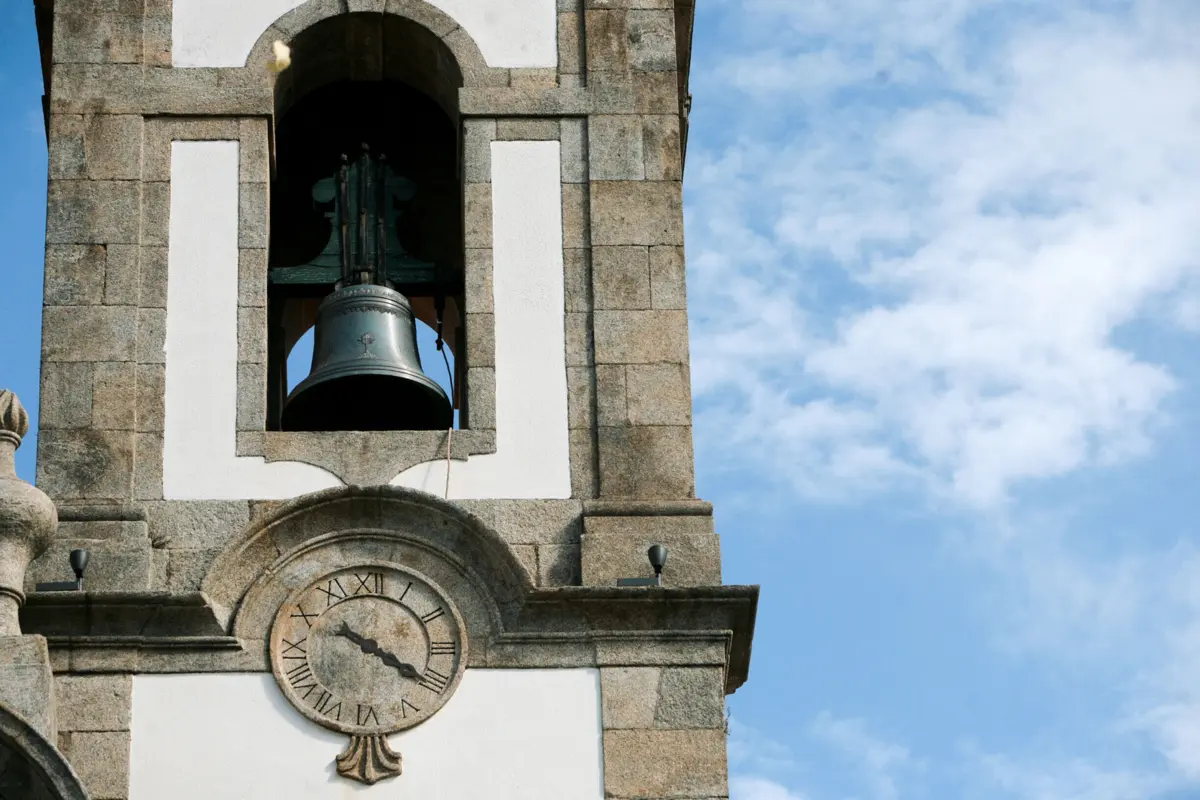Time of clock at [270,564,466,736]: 4:20
